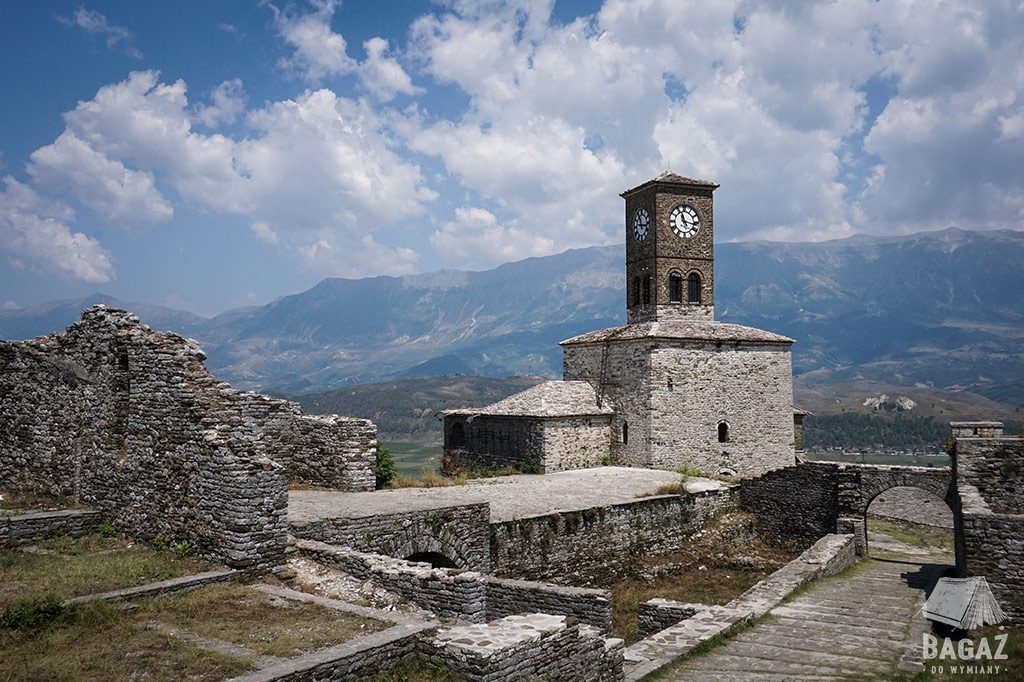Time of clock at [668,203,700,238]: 11:16
